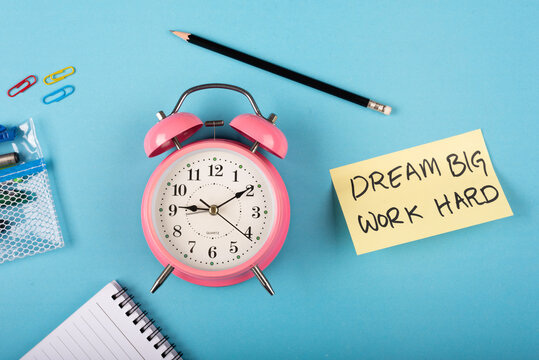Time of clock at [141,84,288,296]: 9:09
